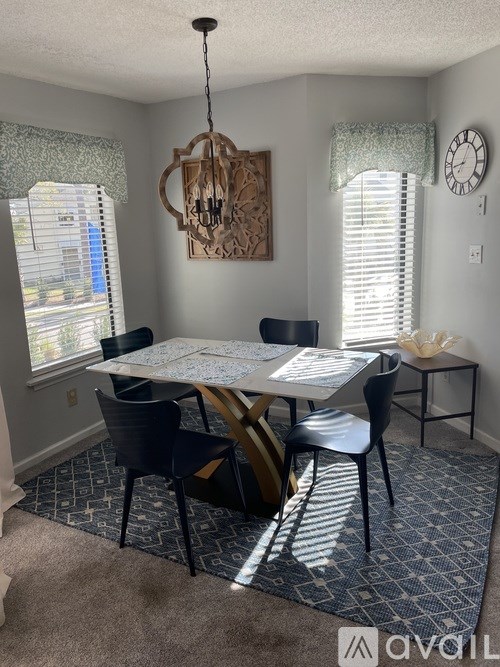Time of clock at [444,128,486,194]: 12:42
